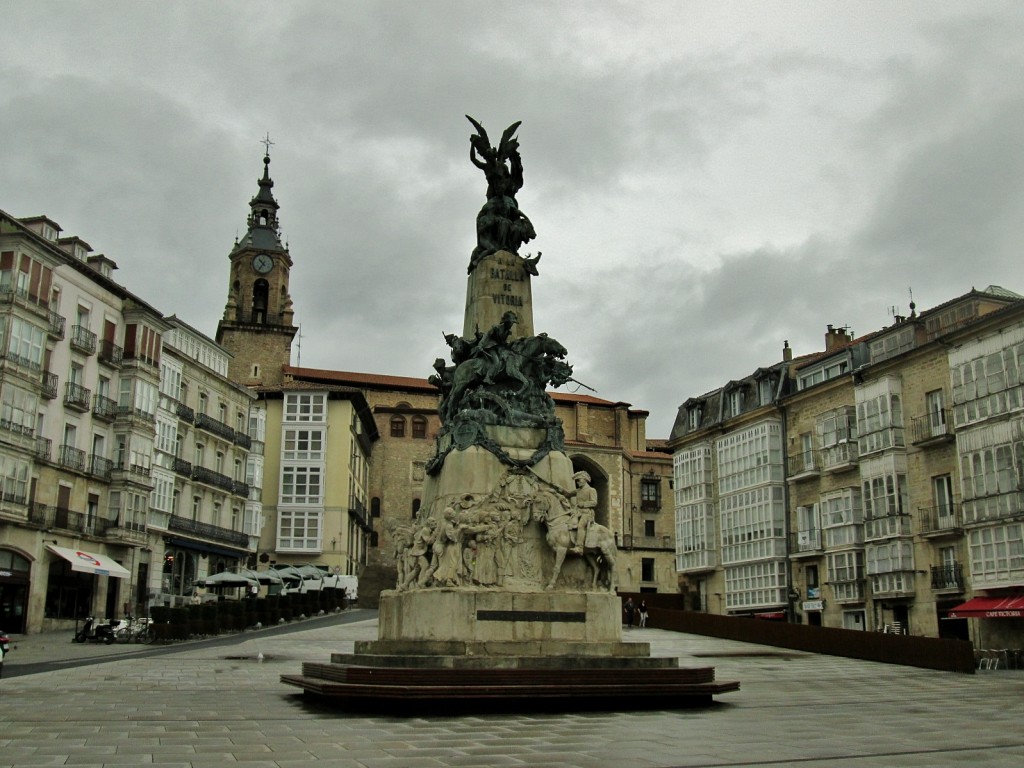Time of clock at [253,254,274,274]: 10:36
